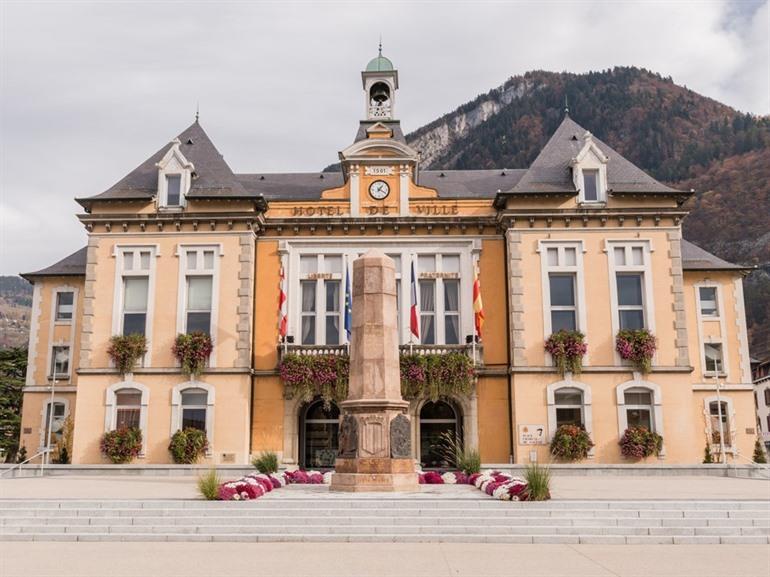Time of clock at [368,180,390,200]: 1:19
